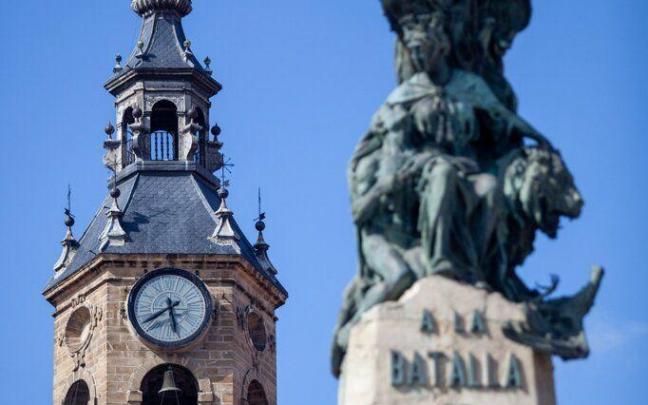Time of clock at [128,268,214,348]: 5:40
